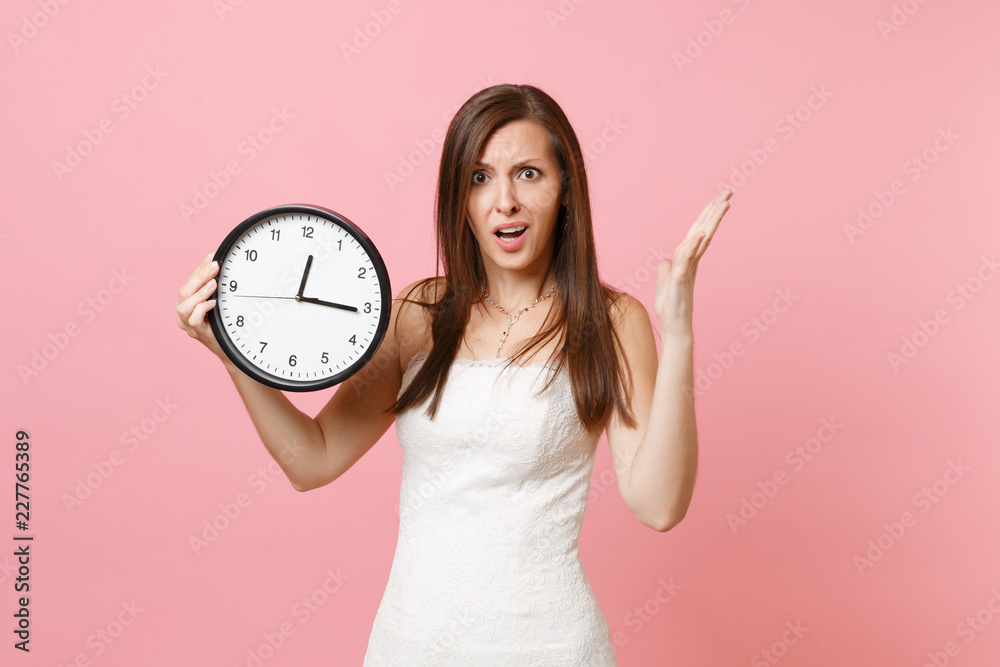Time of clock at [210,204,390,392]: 12:15
